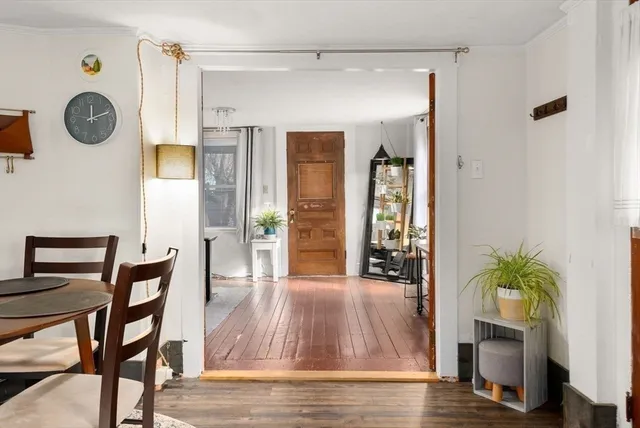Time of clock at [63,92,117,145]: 12:12
